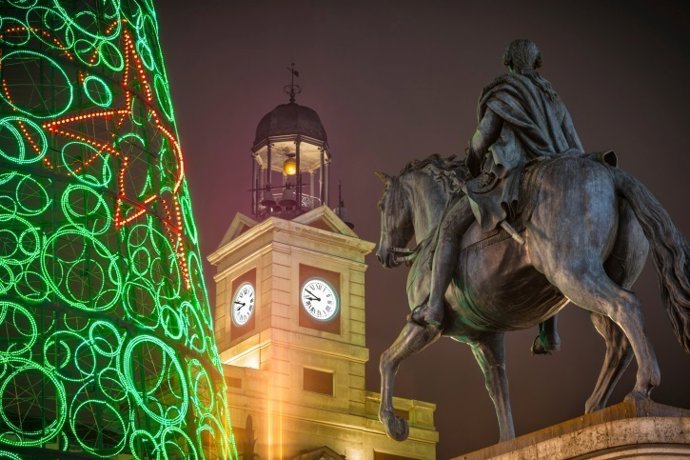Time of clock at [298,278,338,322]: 8:49
